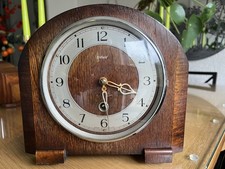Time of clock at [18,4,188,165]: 3:29
